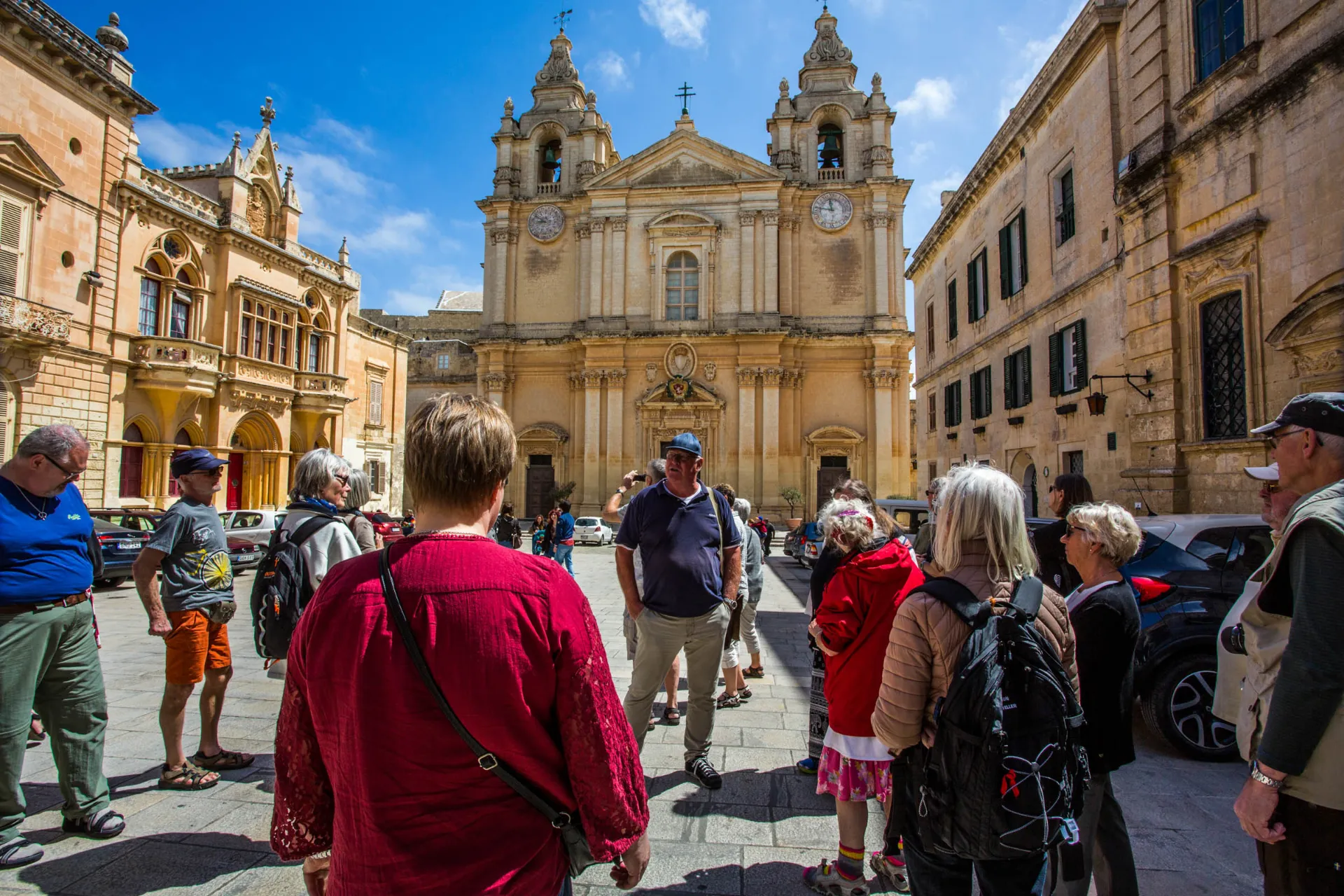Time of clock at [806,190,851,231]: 11:46
